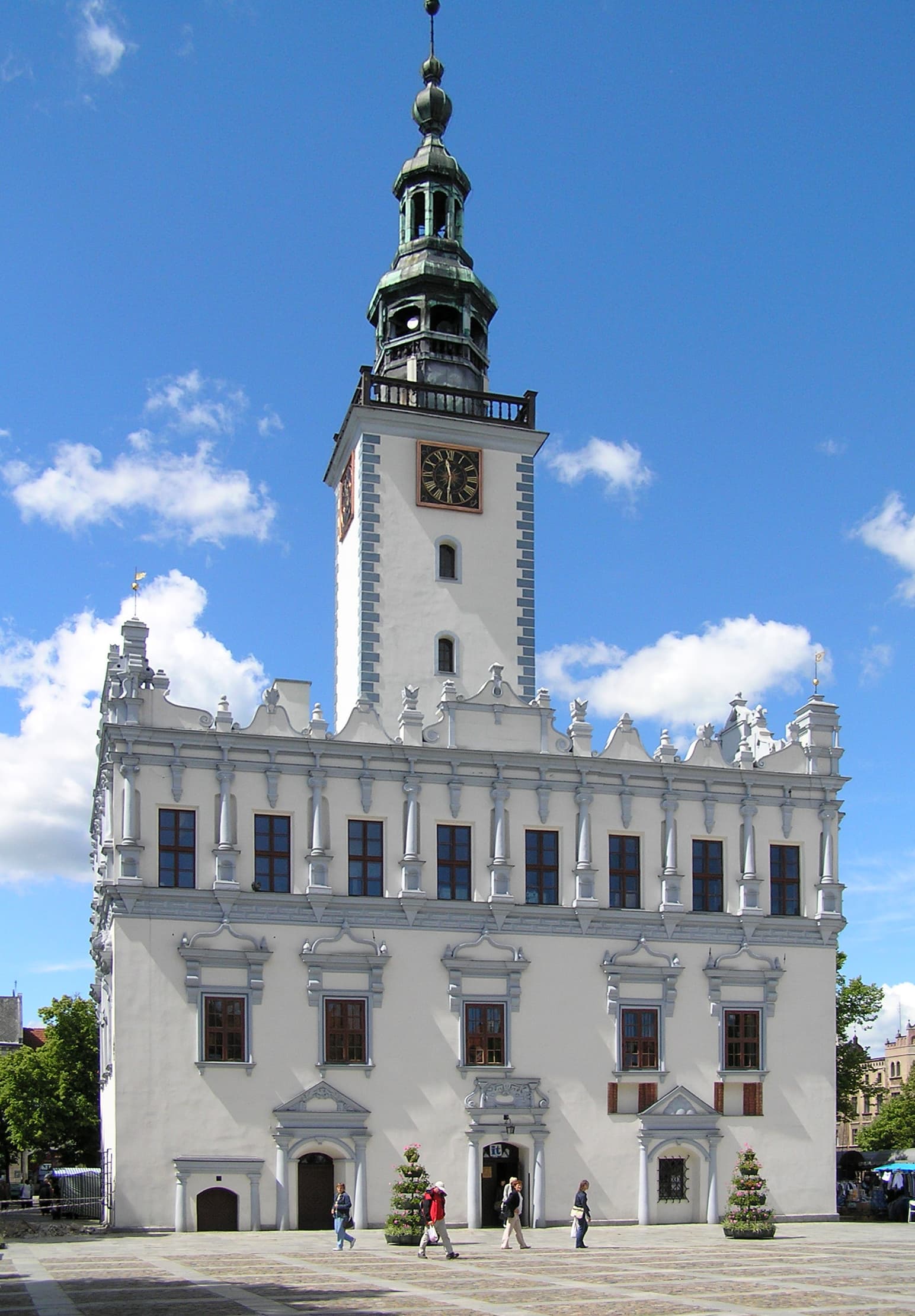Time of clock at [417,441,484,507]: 11:31
